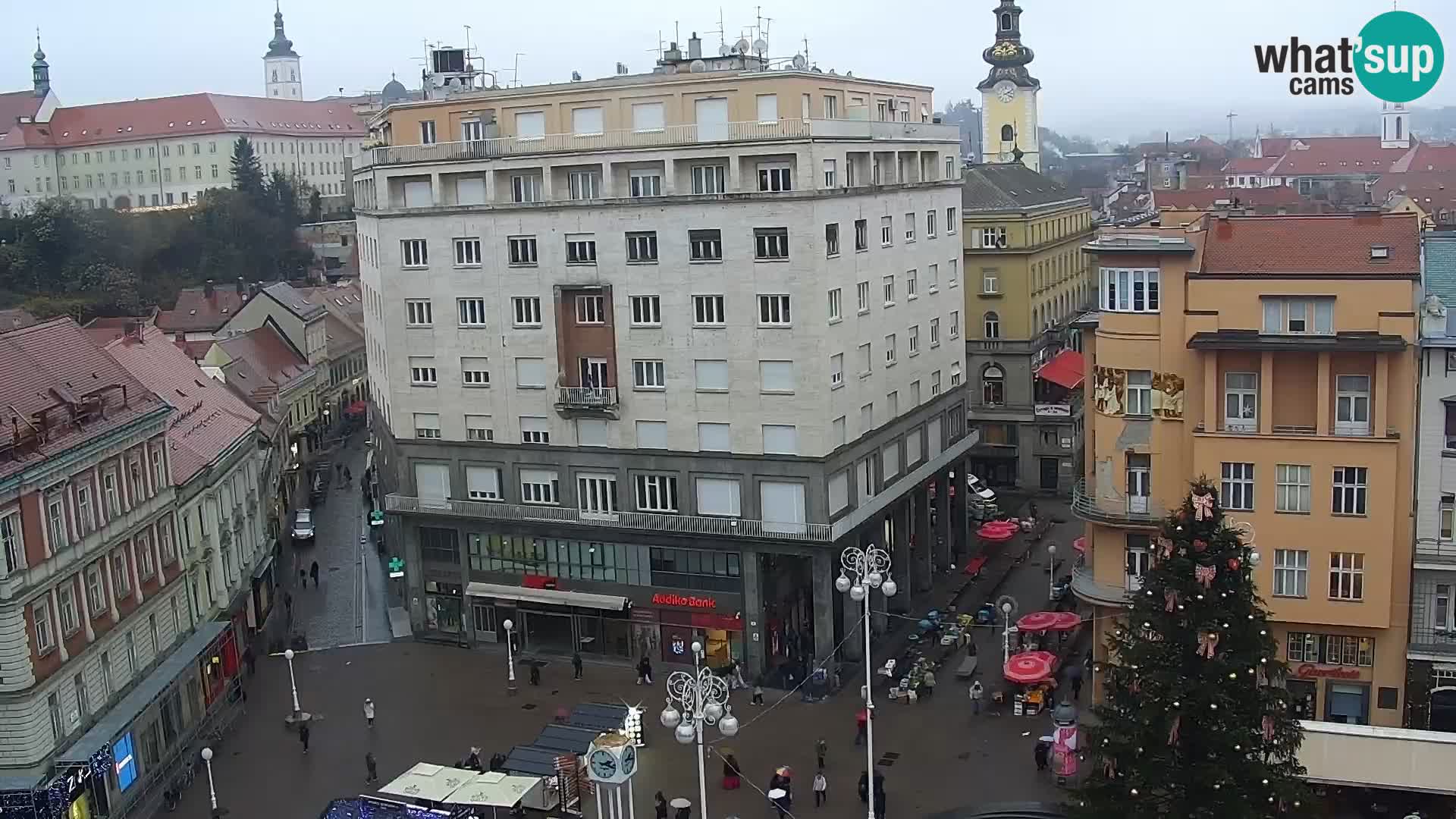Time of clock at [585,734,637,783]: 2:18
